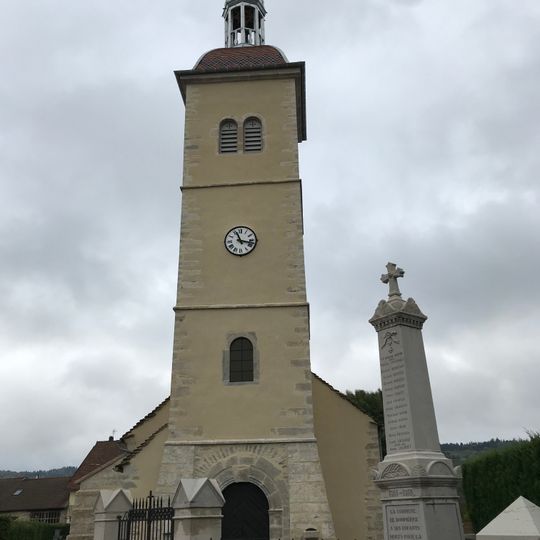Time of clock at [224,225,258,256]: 11:17
